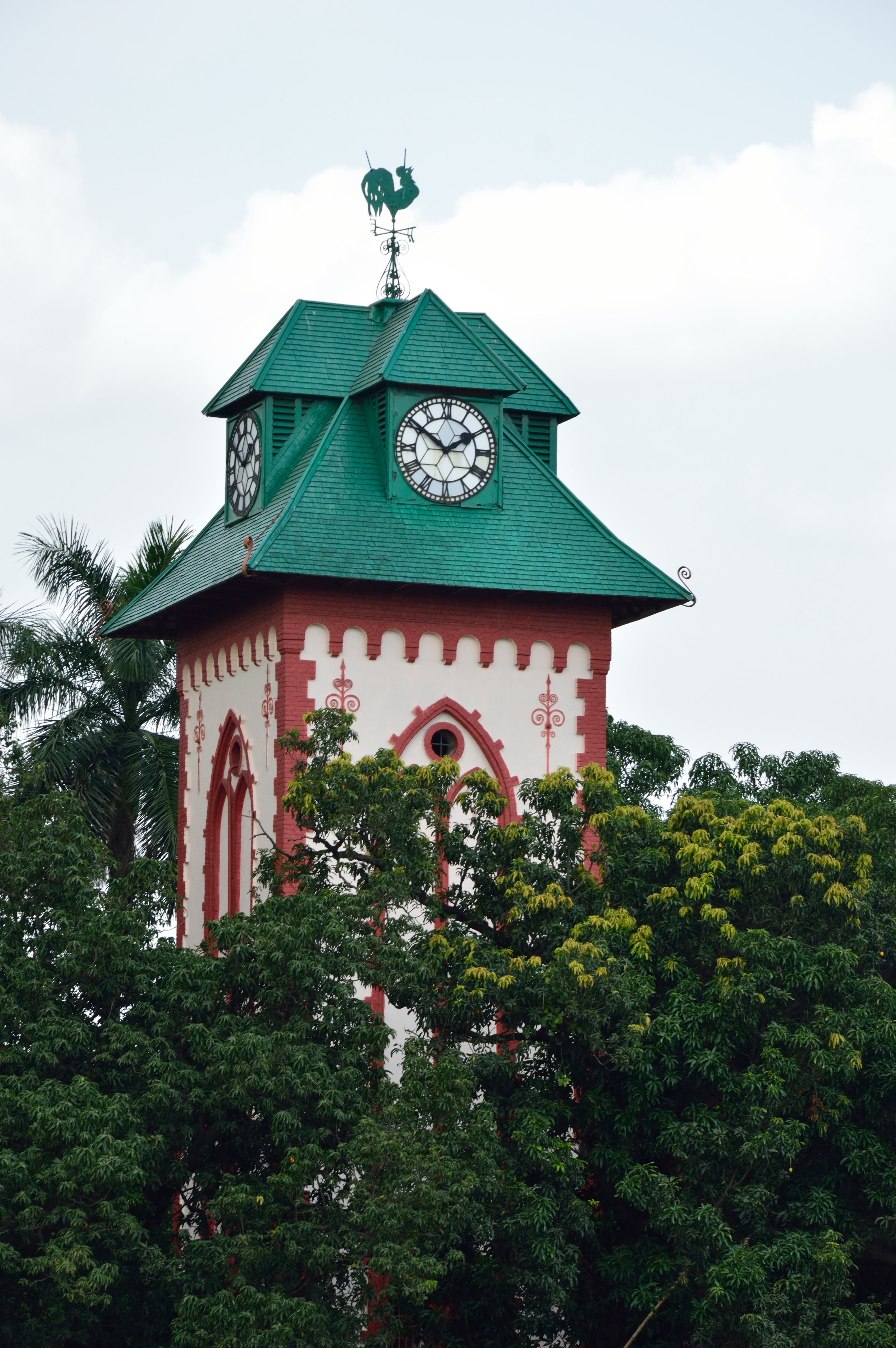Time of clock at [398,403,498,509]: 1:50
